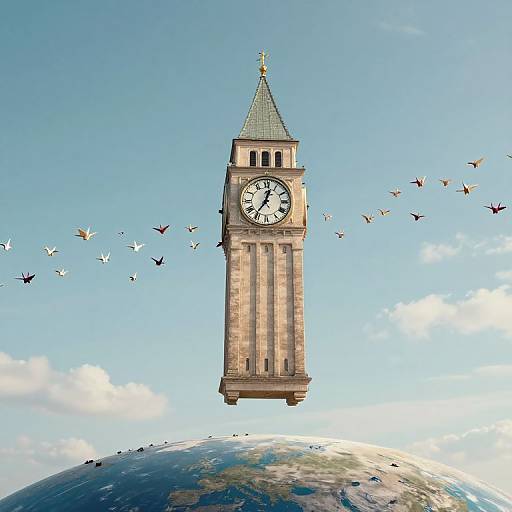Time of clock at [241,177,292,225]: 12:36
